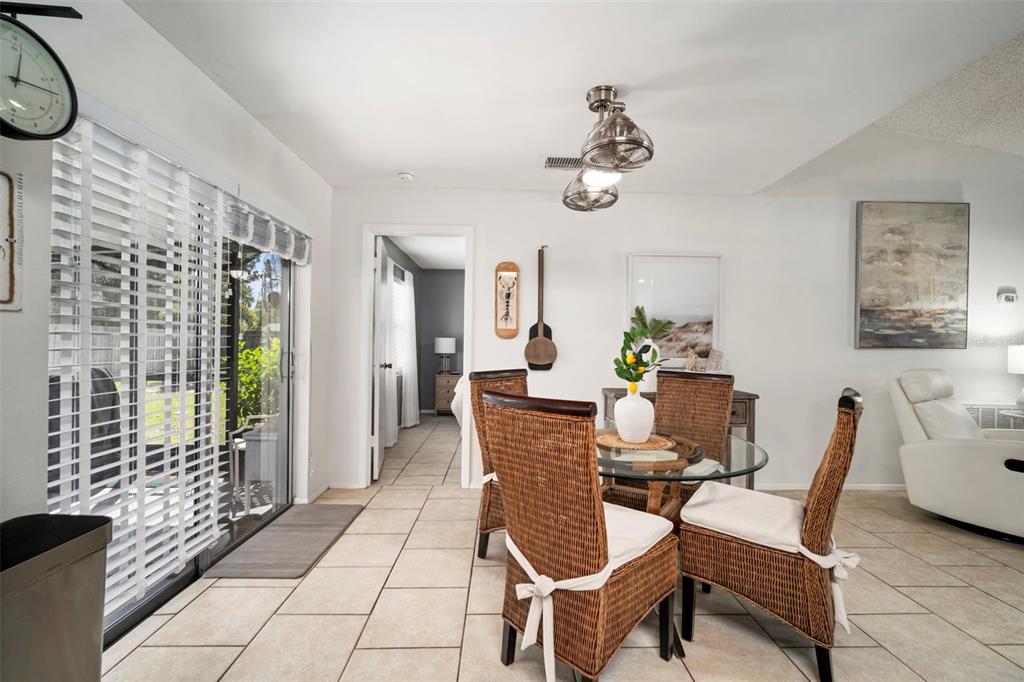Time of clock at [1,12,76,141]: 12:13
